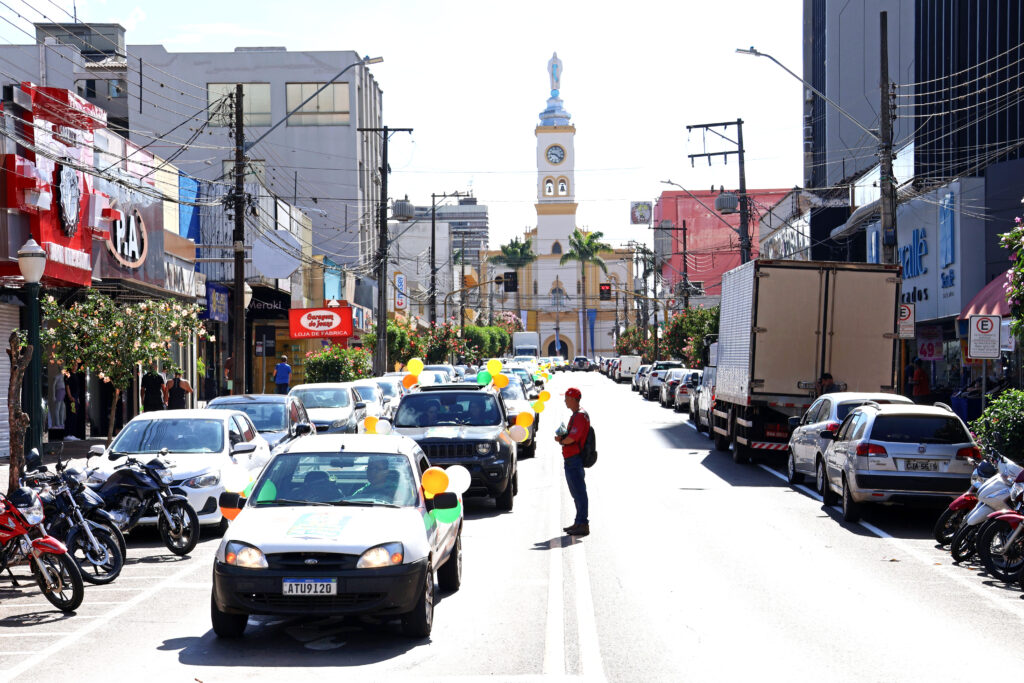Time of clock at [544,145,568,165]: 9:22
